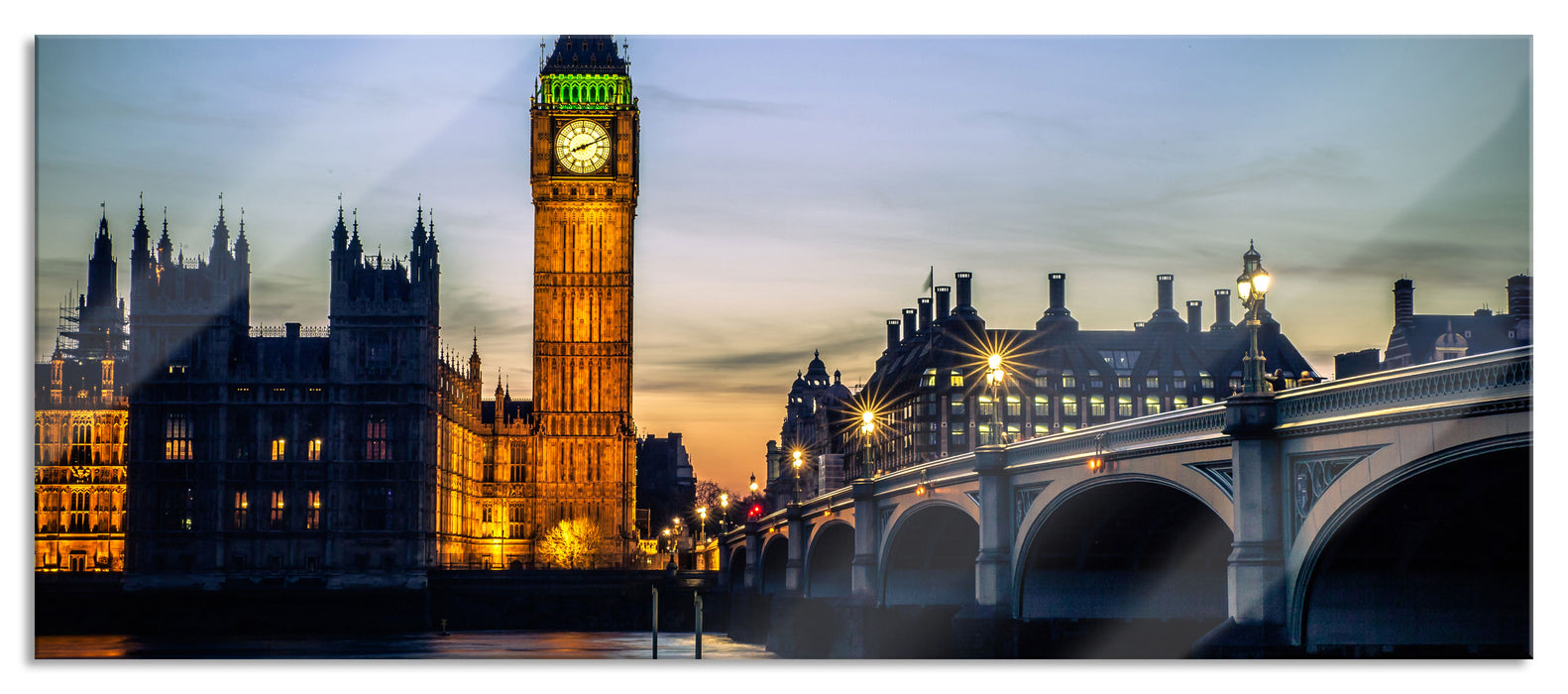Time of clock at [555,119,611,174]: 8:11
